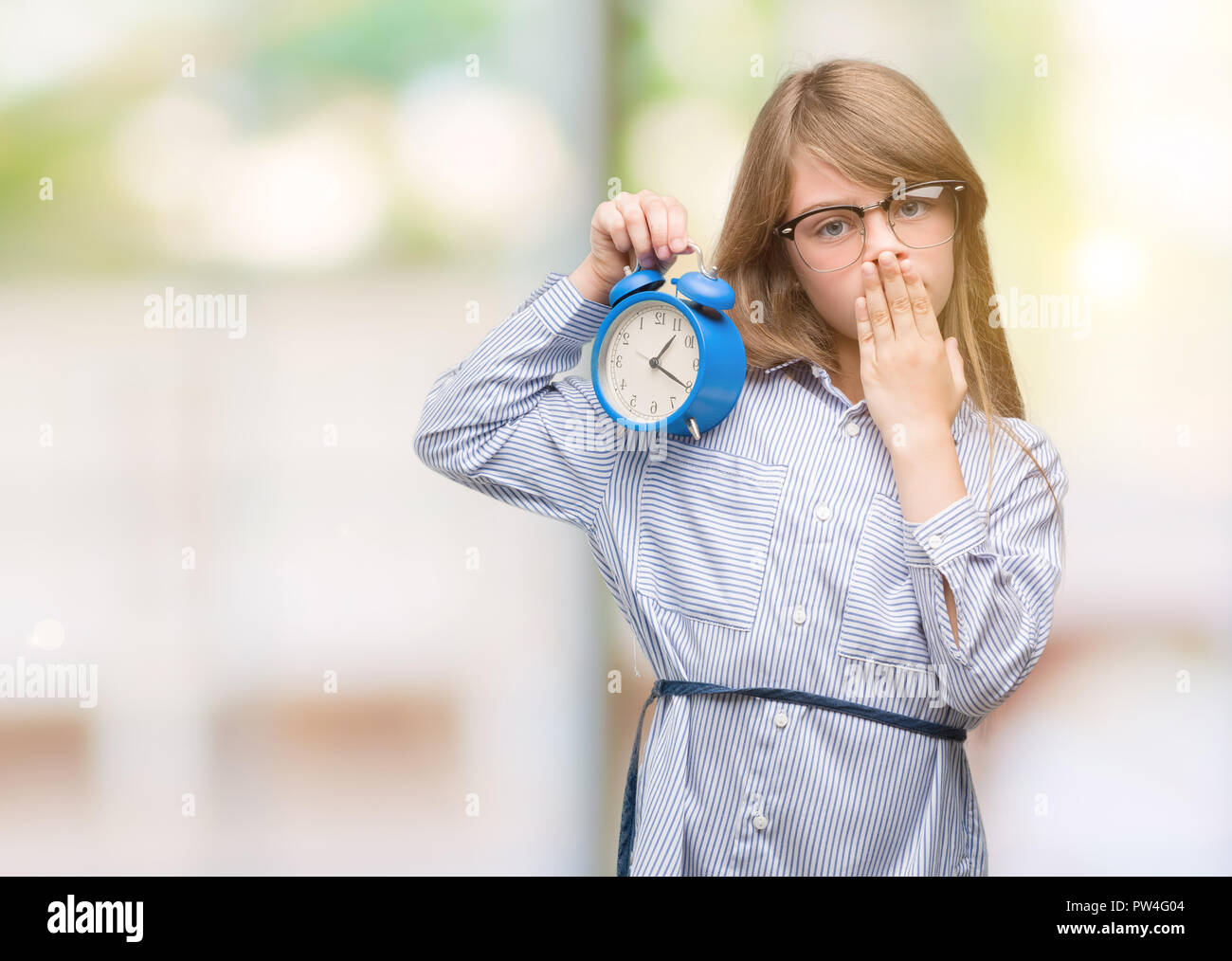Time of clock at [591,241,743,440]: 1:20
